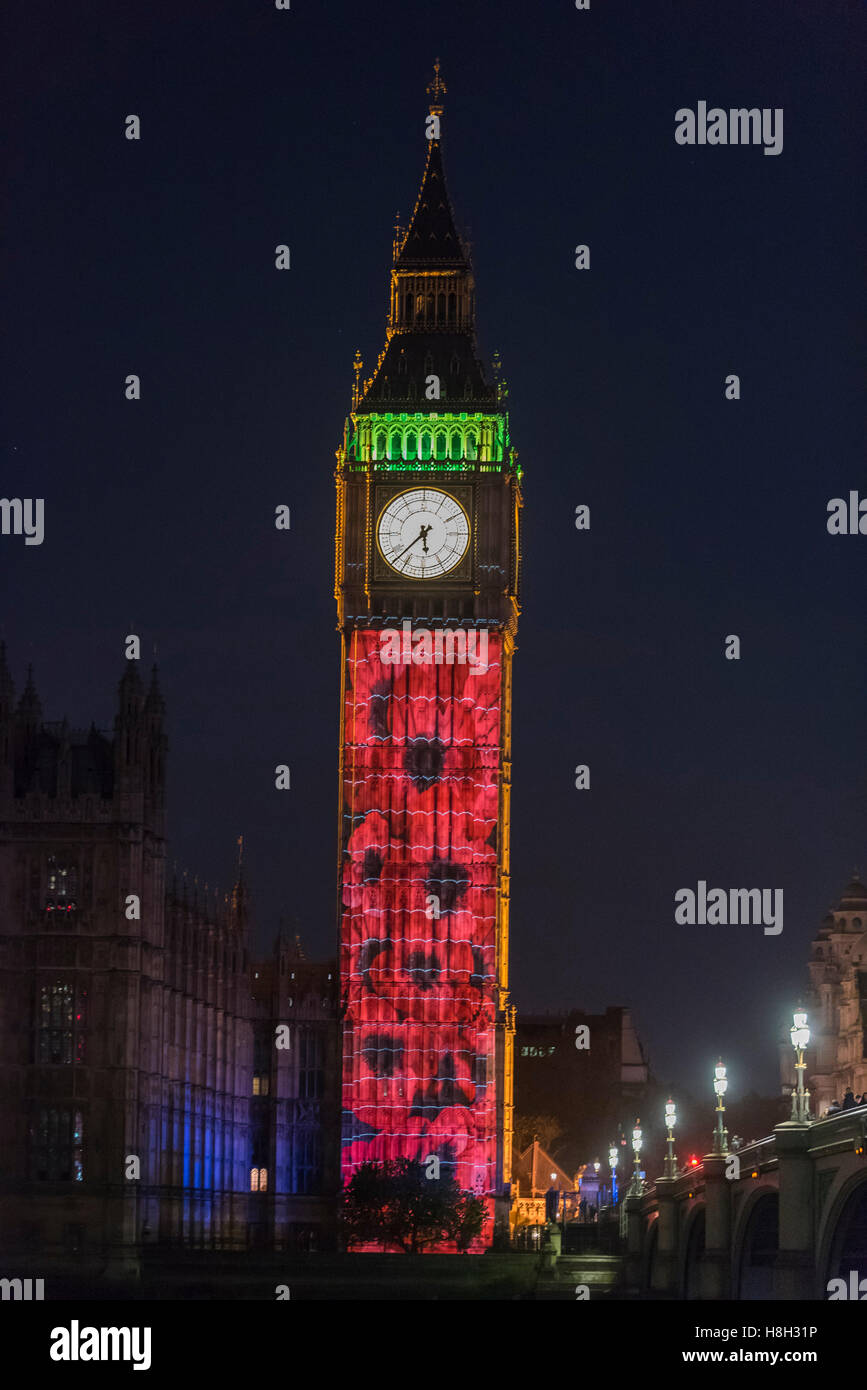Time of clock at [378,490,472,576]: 5:37
